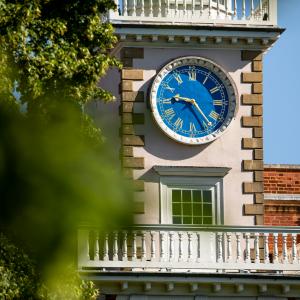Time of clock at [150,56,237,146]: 9:23
